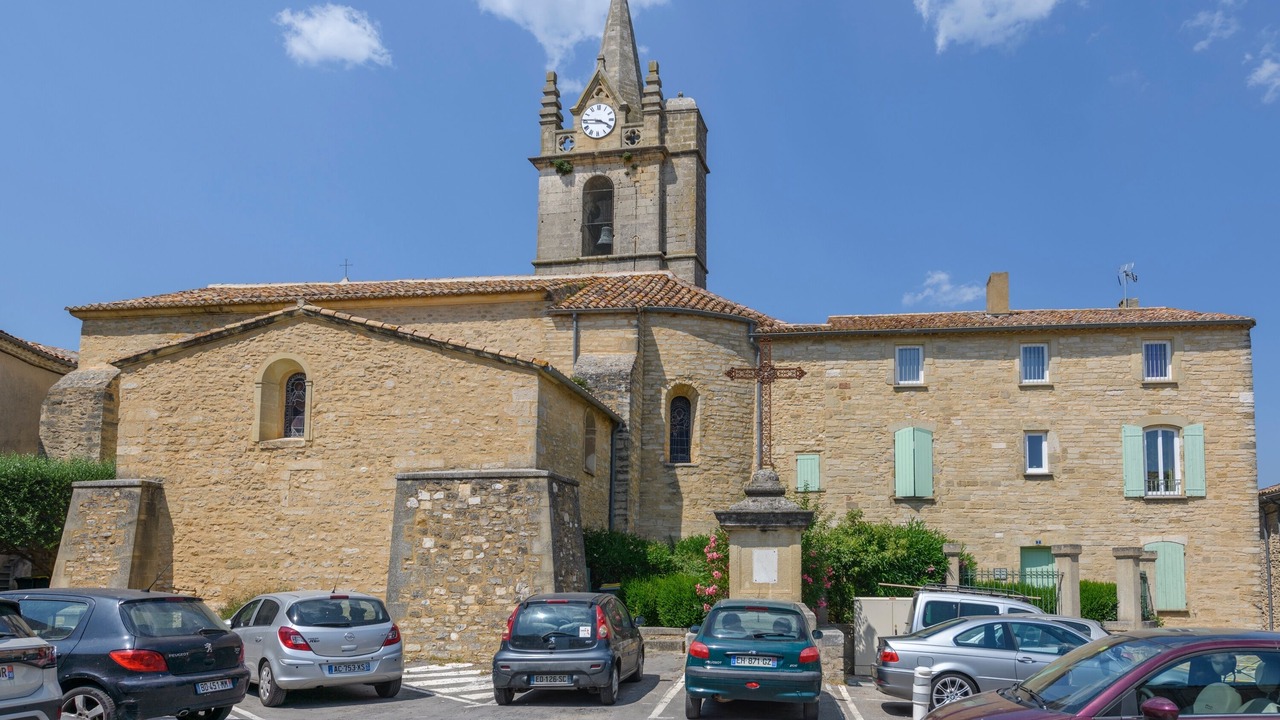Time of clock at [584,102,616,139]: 3:45
